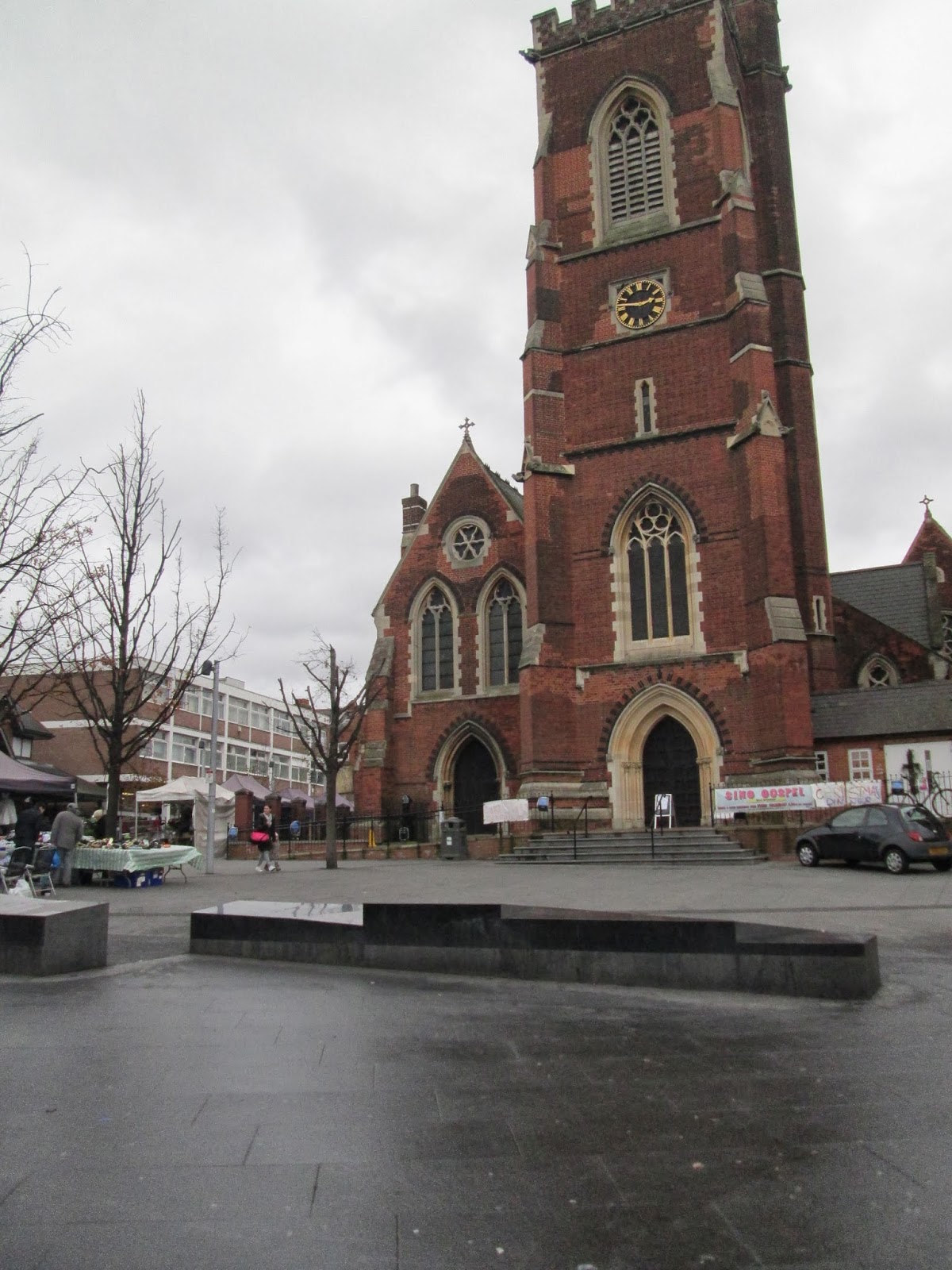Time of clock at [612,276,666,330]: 2:46
